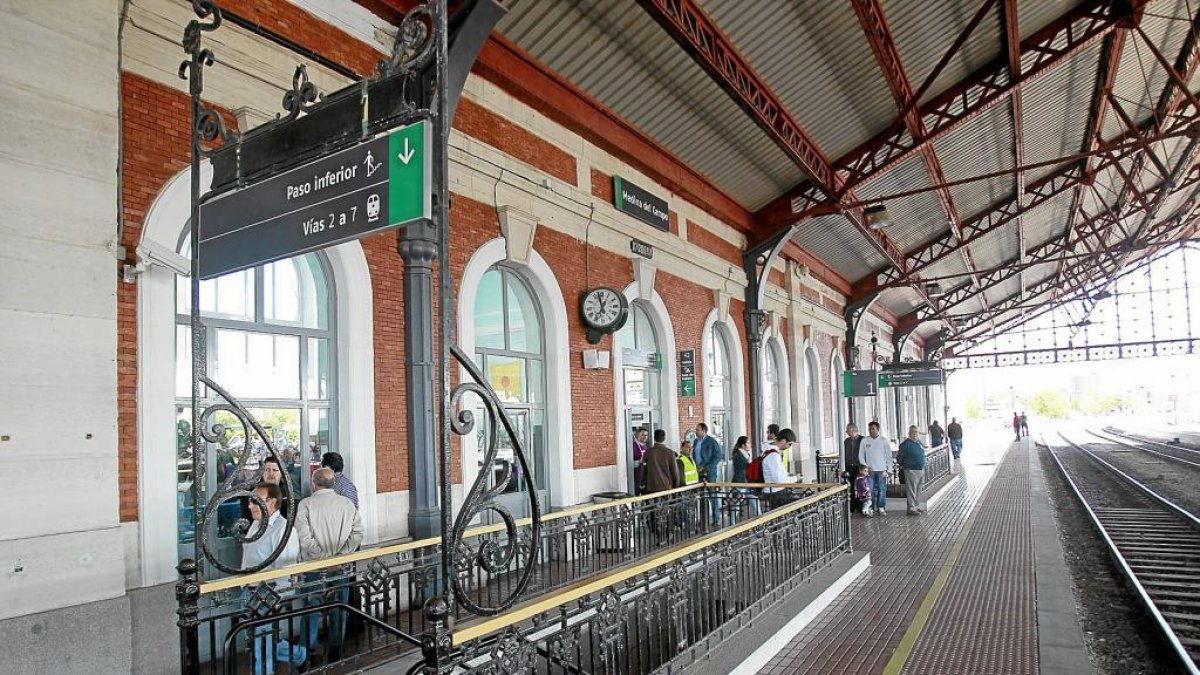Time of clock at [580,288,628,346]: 6:57
